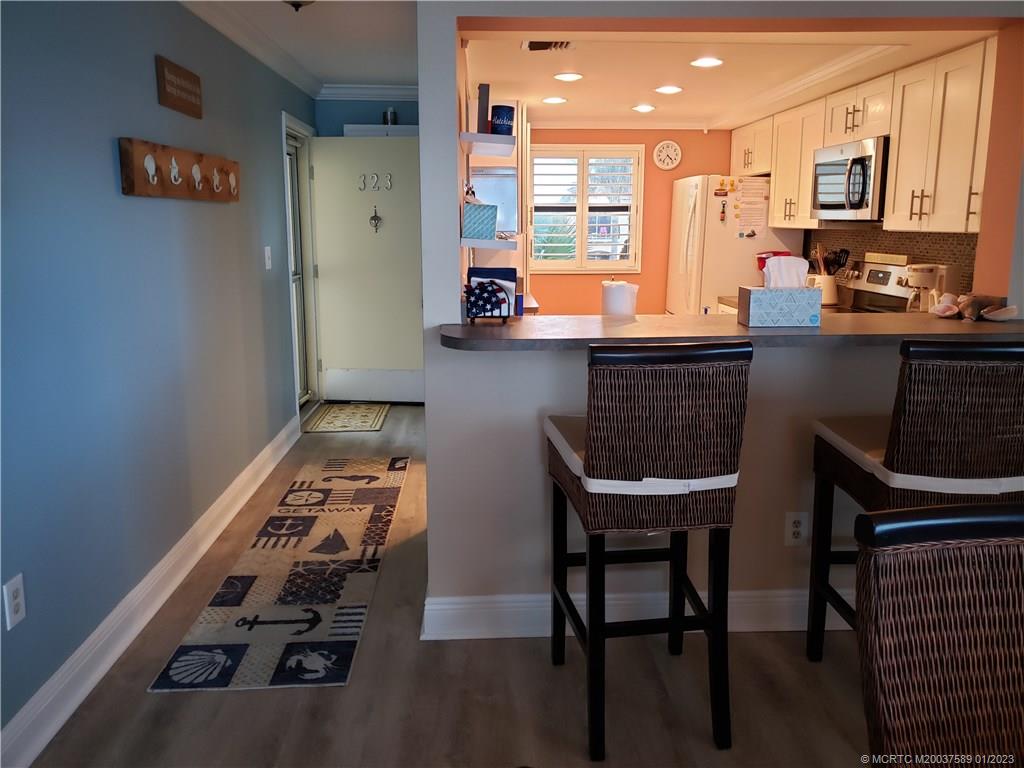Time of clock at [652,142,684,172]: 4:36
